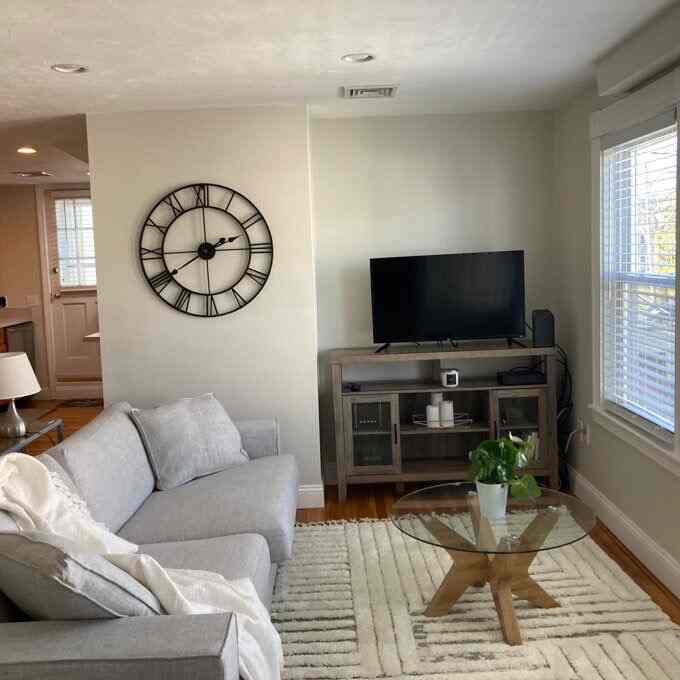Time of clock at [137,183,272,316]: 2:00
